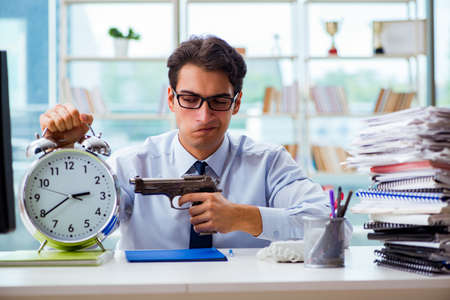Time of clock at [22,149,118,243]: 2:39
